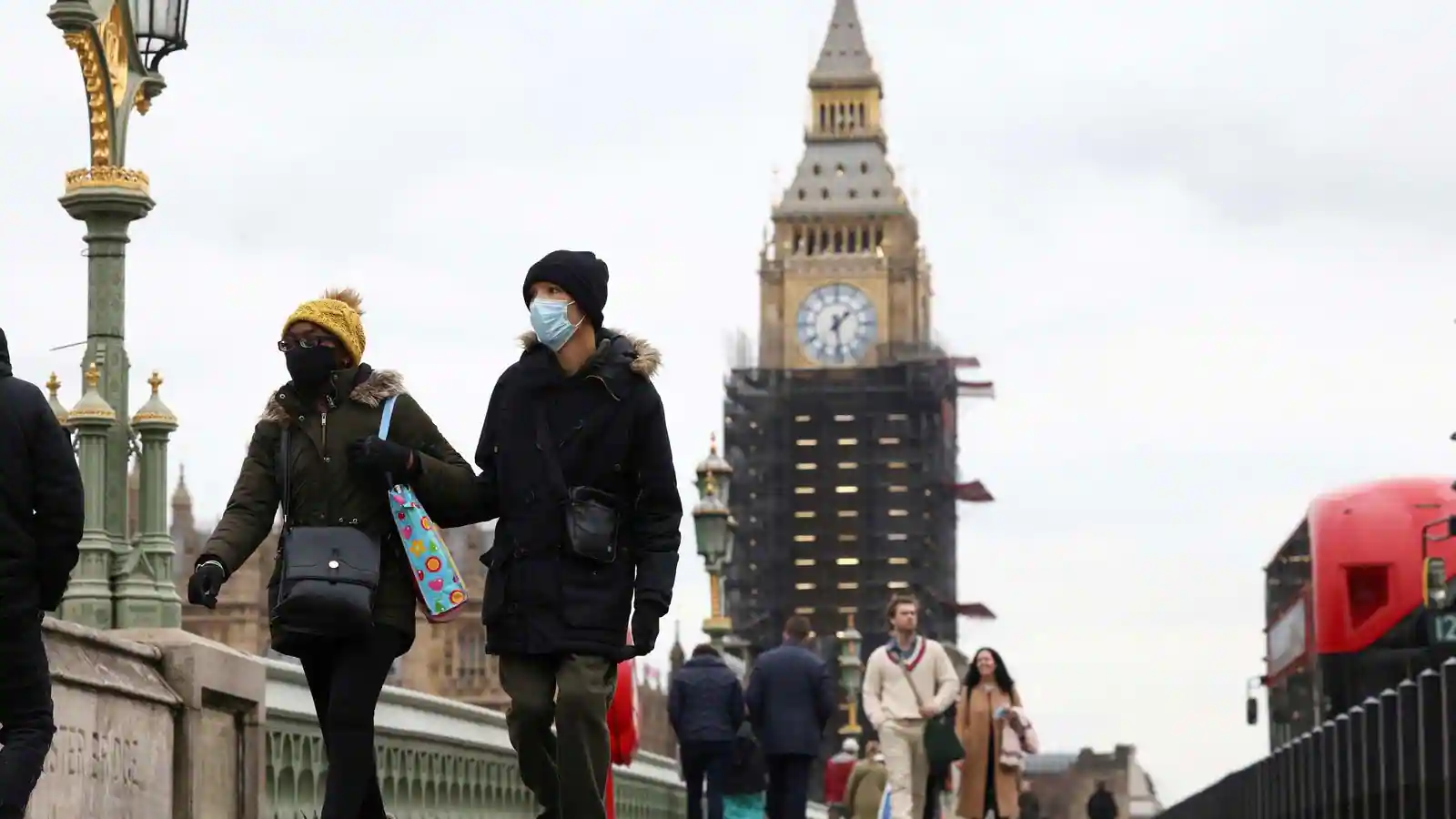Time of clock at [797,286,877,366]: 1:28
